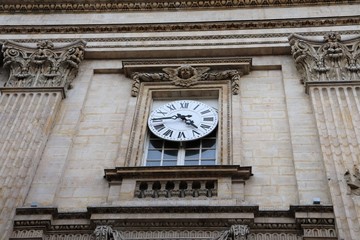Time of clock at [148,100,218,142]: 4:44
